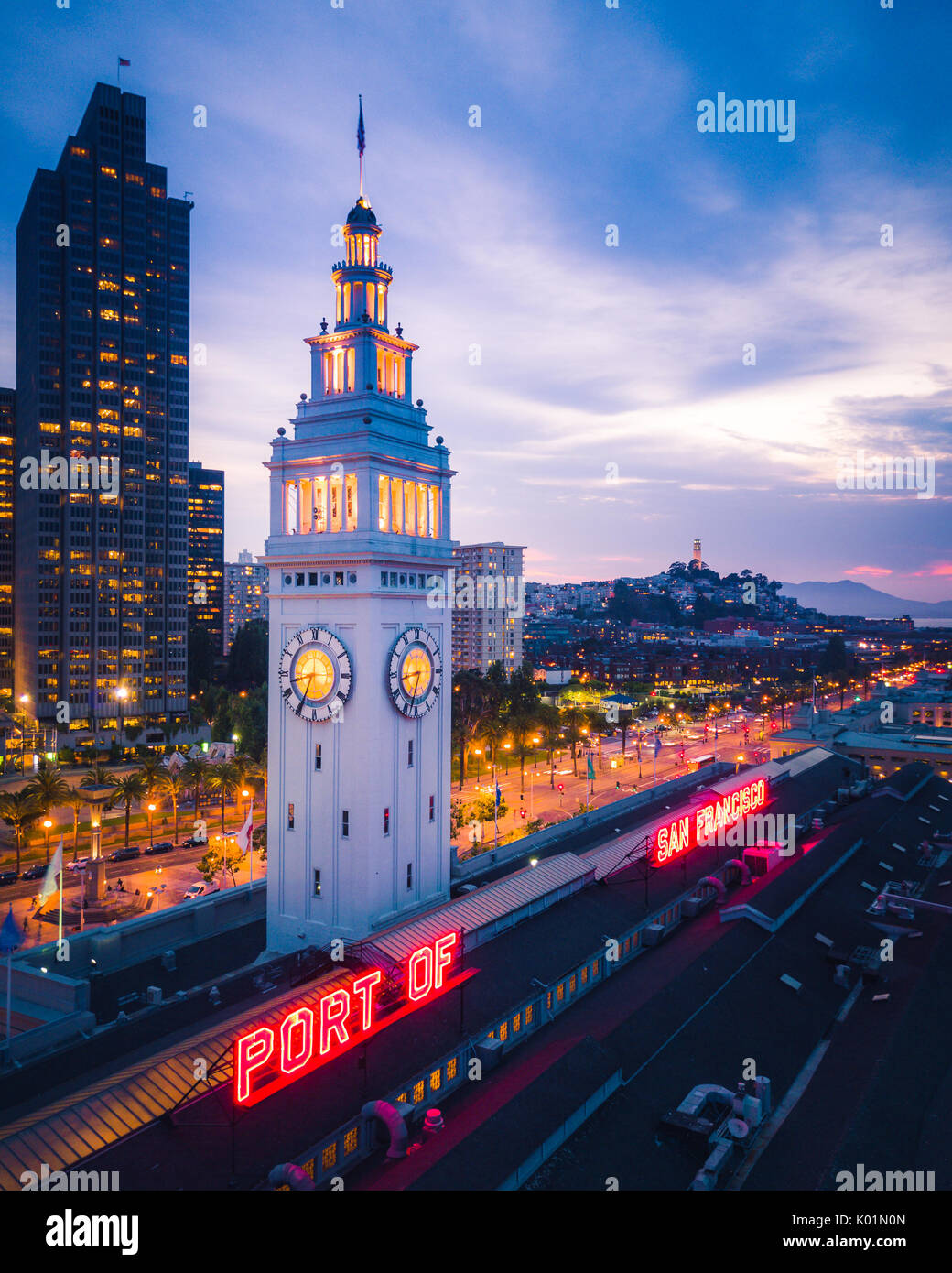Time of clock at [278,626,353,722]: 8:34
